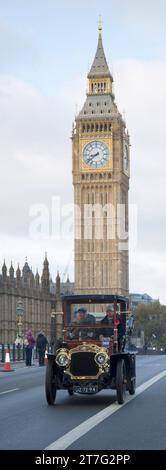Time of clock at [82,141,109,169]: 8:38
